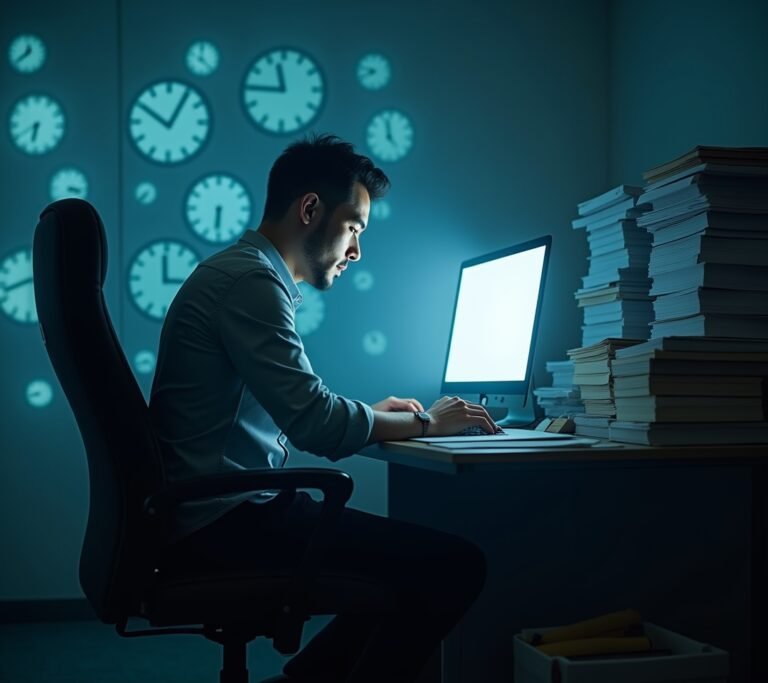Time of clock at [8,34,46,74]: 12:38
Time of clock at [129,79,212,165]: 10:05
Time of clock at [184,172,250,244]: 6:30
